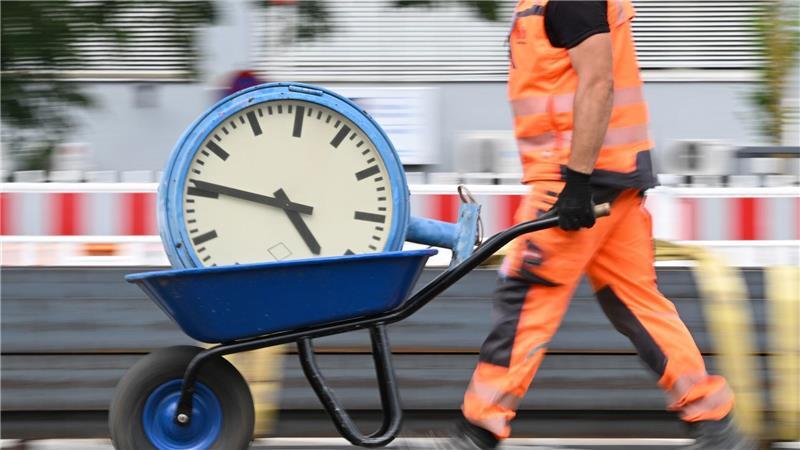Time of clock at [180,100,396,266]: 4:46
